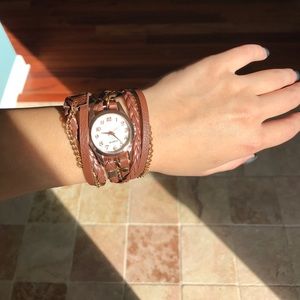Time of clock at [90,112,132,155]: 9:23
